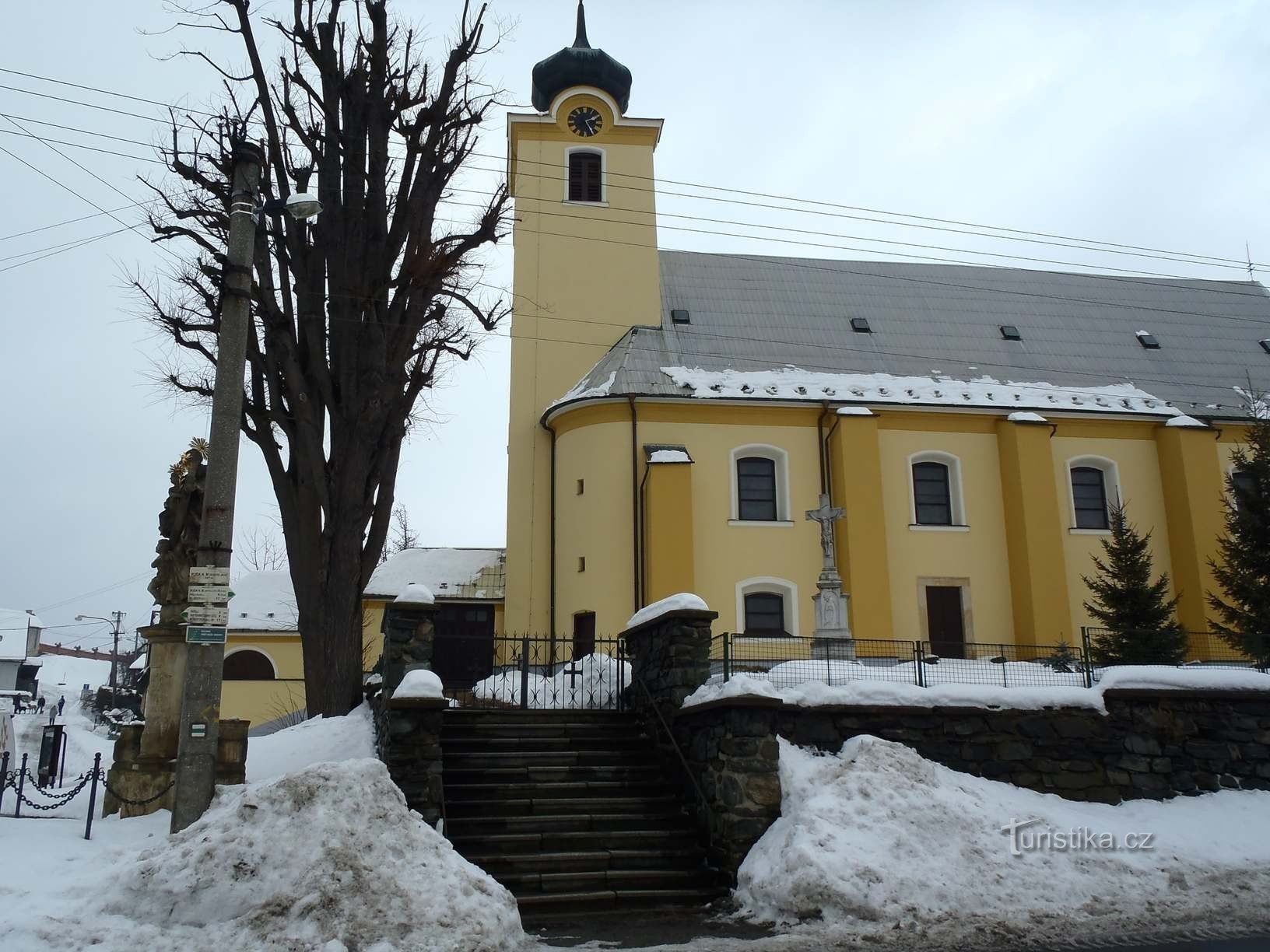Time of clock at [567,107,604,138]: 2:25
